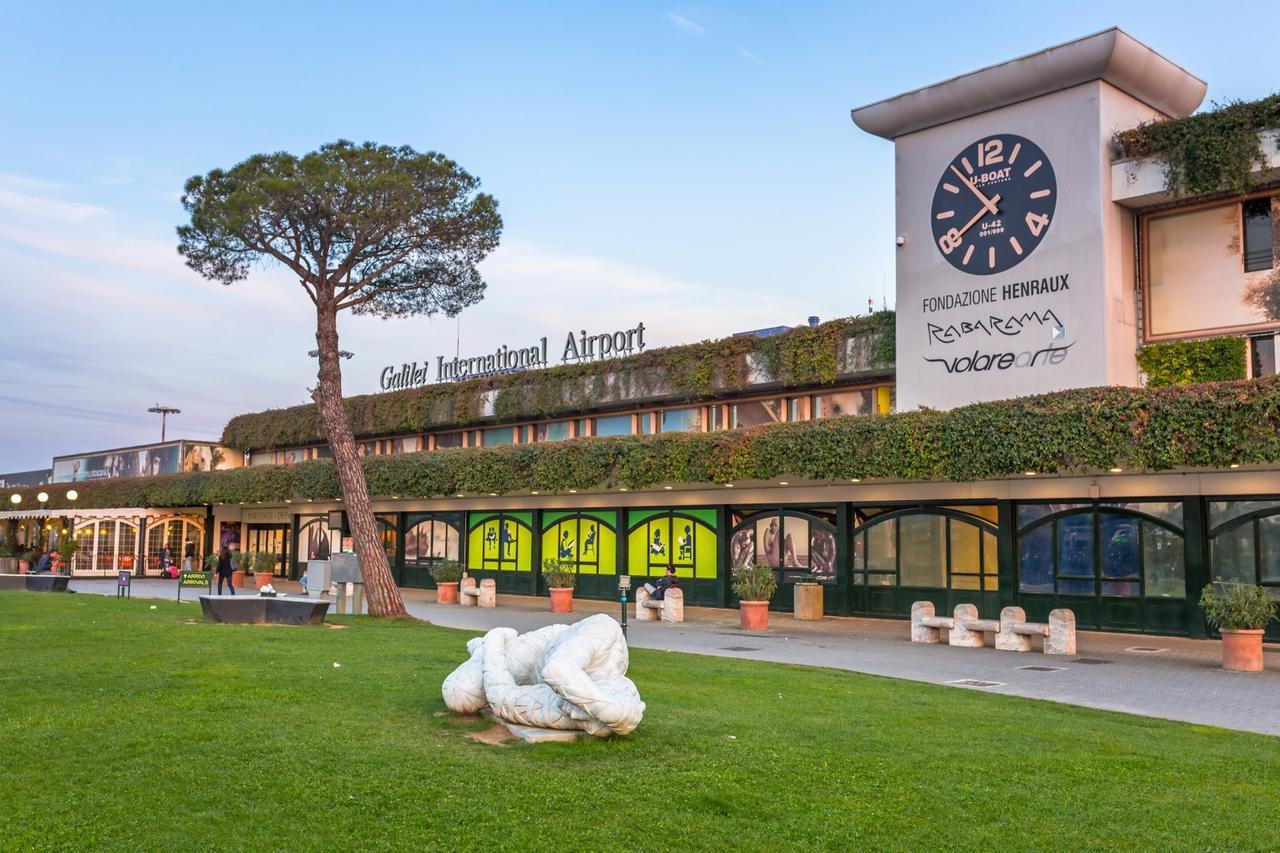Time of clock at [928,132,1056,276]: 7:53
